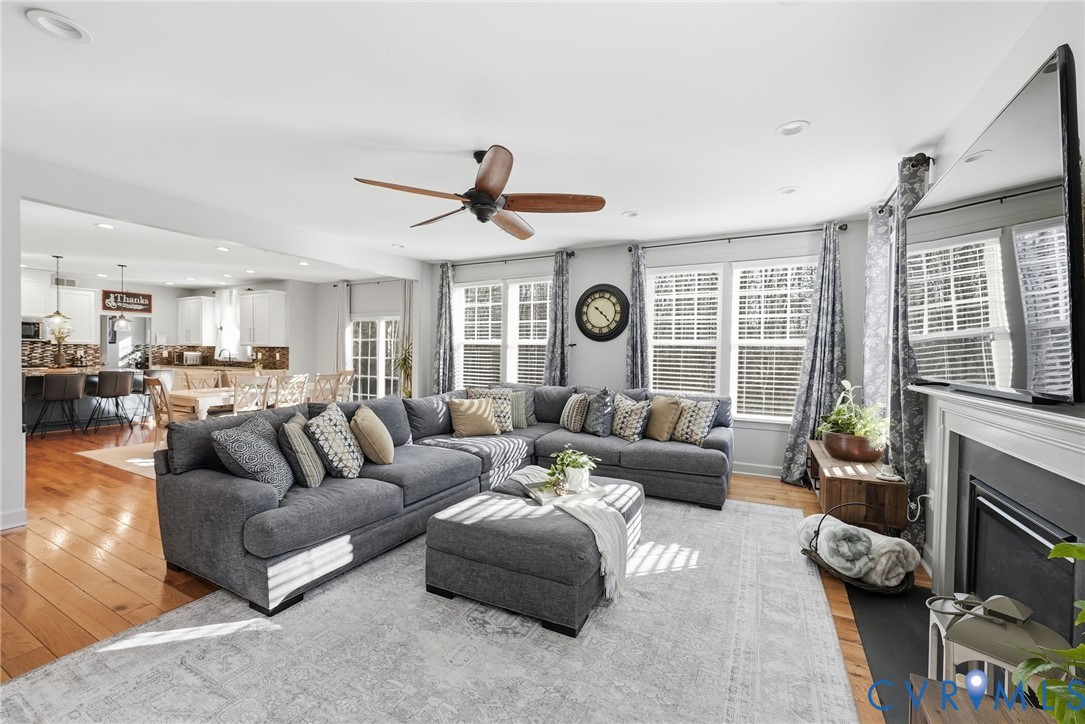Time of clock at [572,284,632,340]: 10:22
